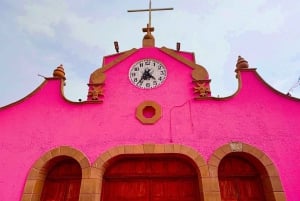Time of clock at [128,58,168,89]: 4:36
